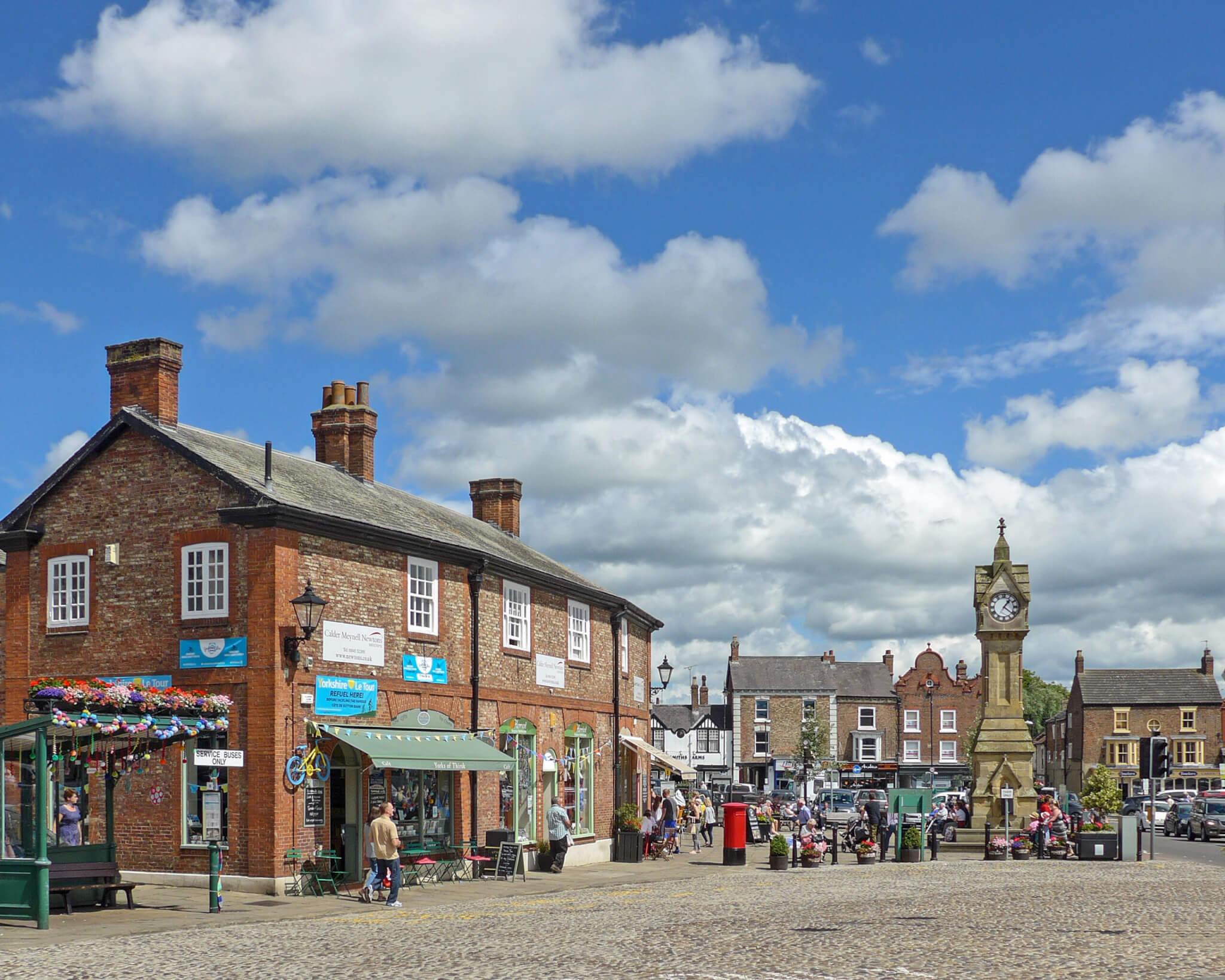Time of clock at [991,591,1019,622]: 1:21
